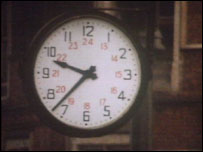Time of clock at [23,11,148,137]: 9:37
